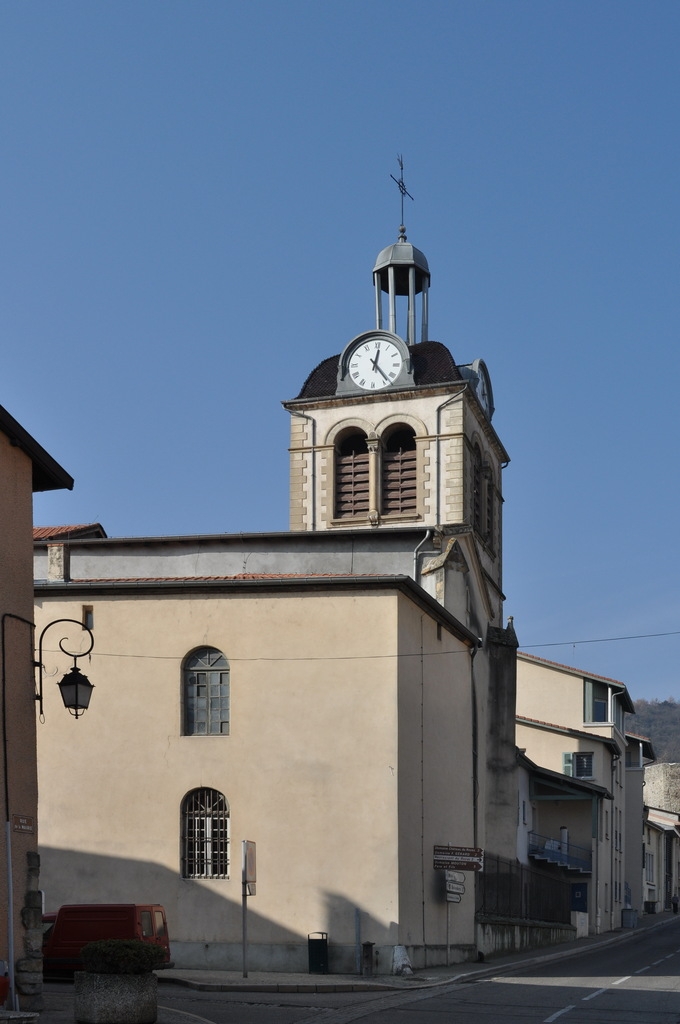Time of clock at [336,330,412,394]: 12:23
